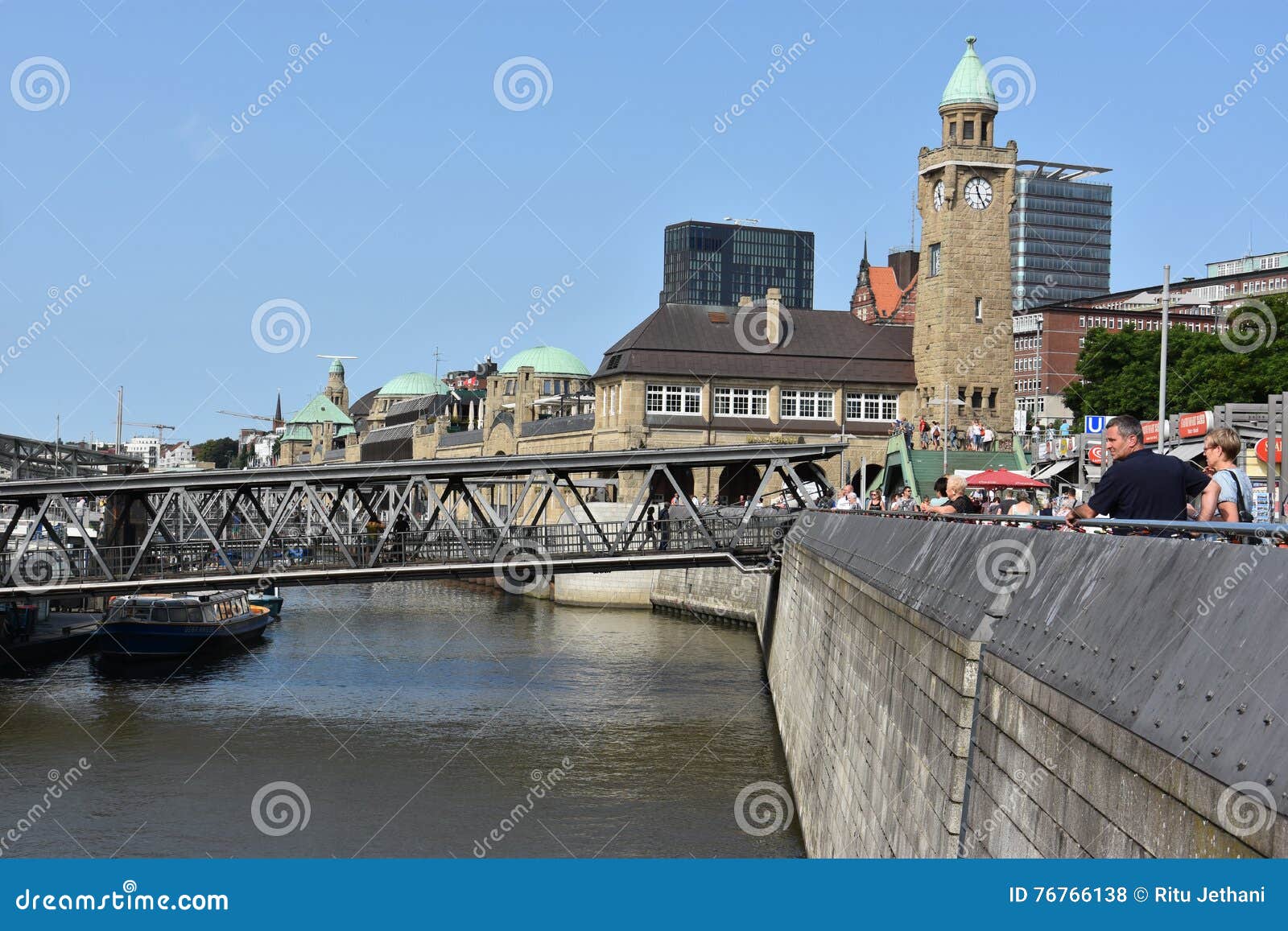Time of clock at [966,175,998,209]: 11:24
